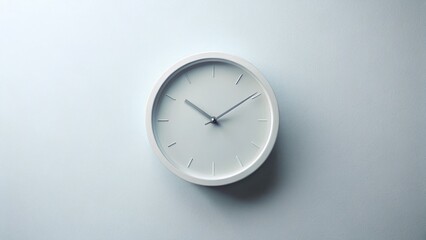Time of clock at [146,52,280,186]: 10:09
